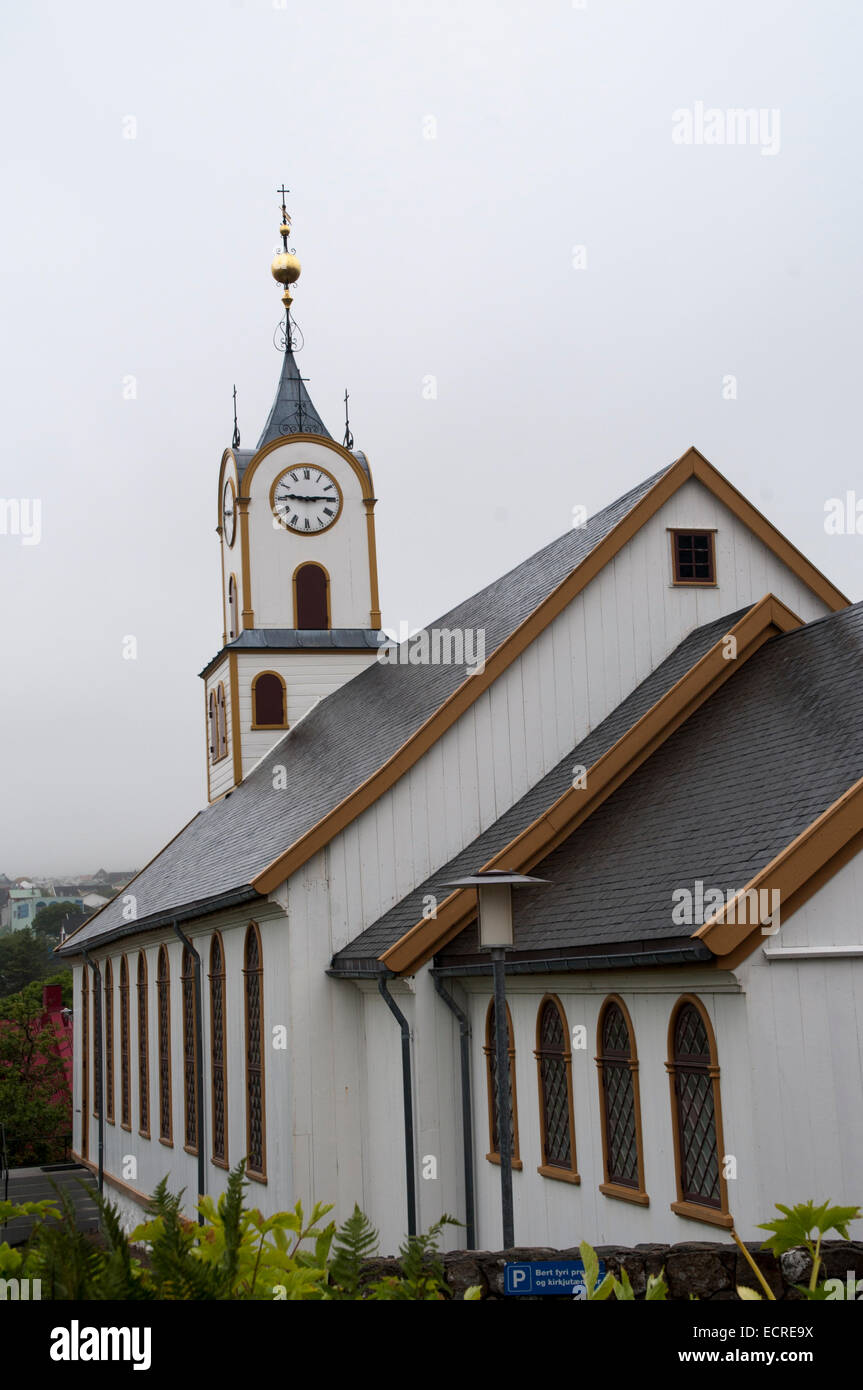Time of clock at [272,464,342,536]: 9:13
